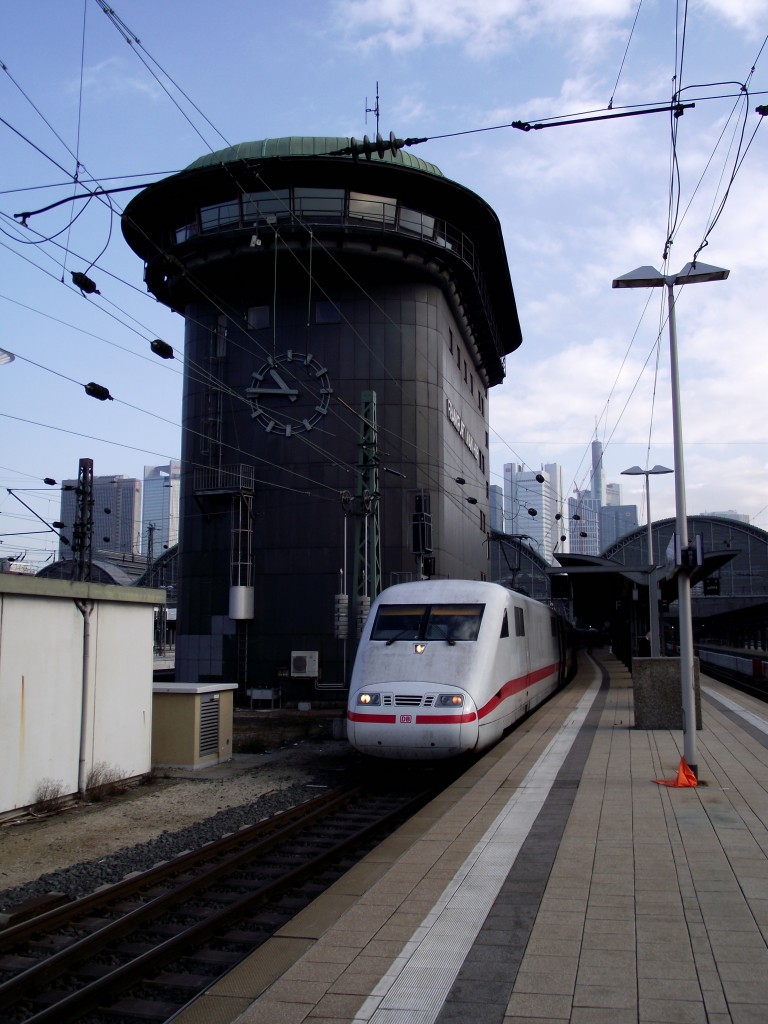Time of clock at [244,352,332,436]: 10:45
